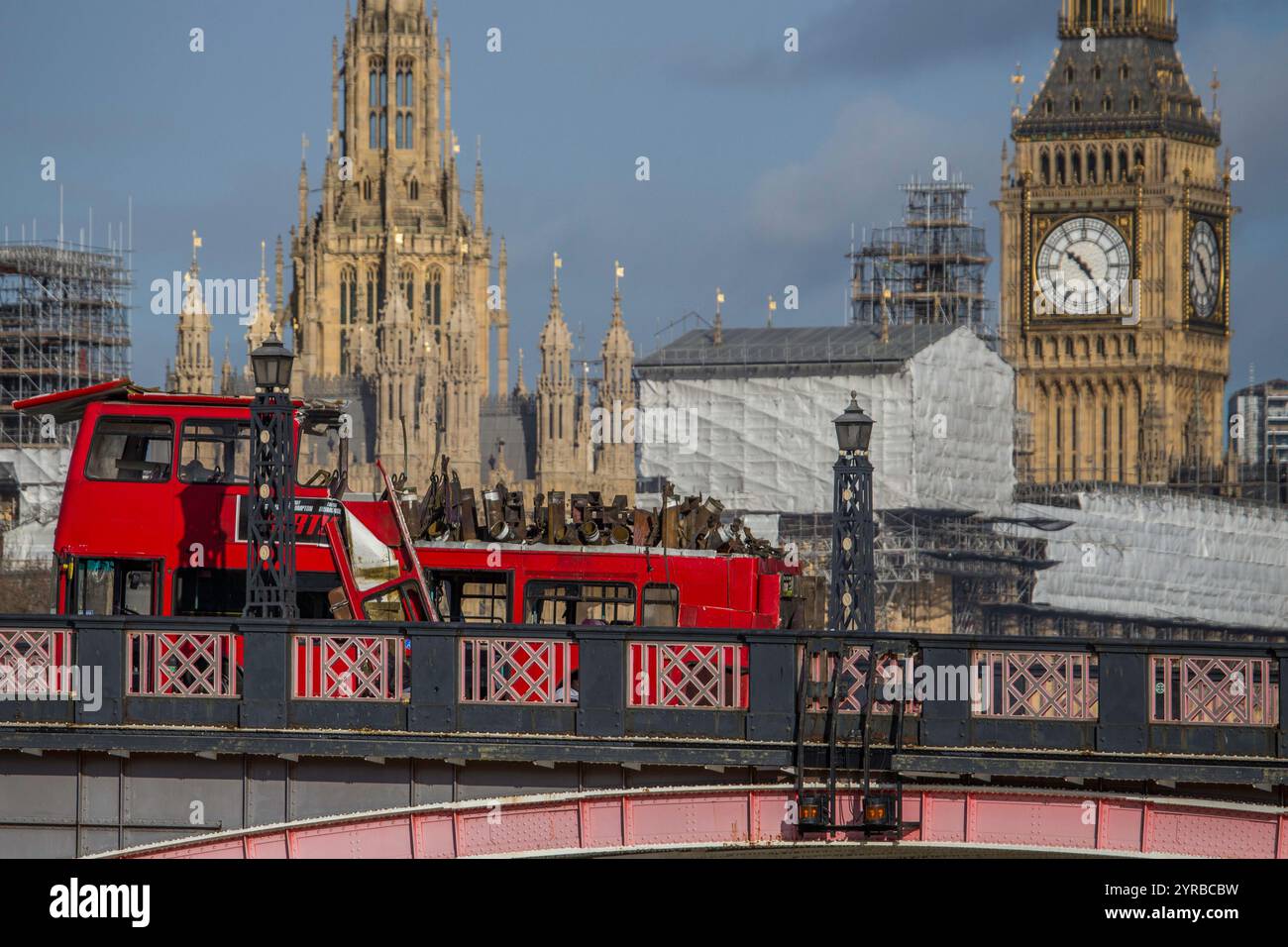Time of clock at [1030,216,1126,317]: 10:23
